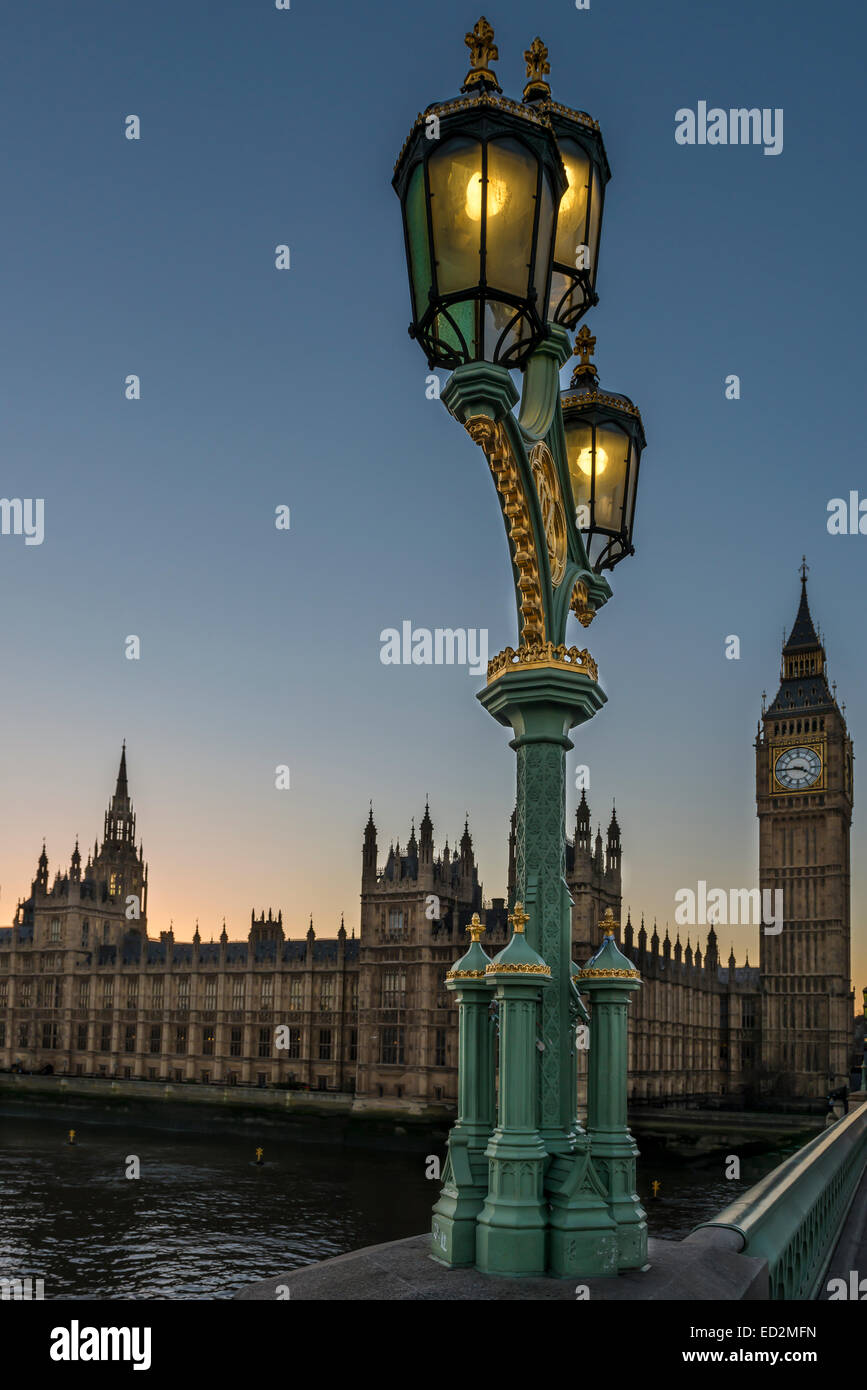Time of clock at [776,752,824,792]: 3:44
